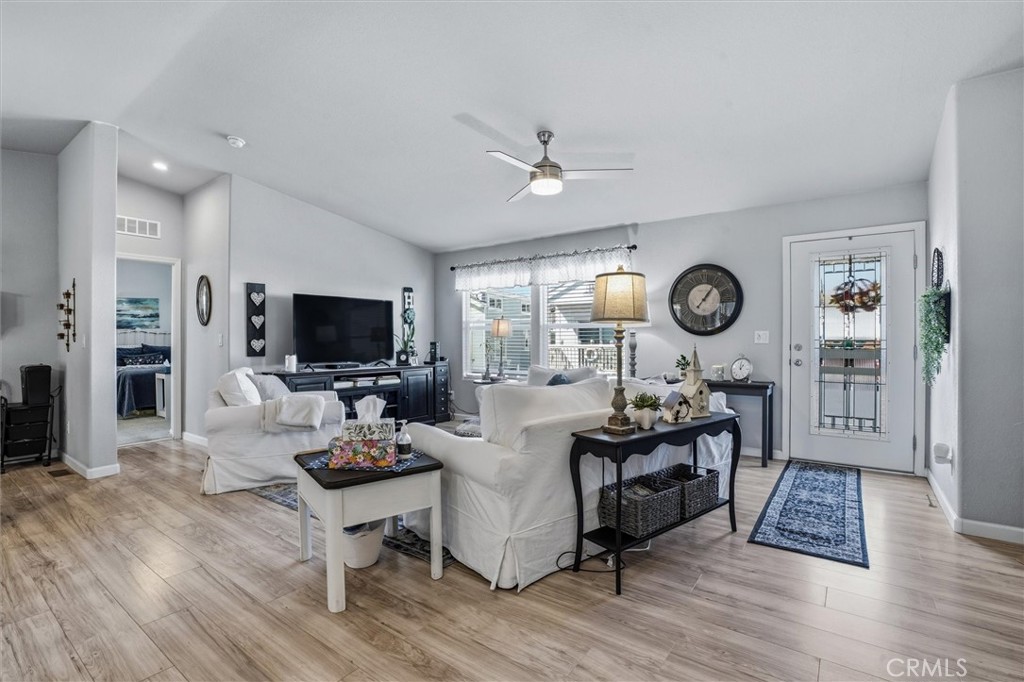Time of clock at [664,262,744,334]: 1:06
